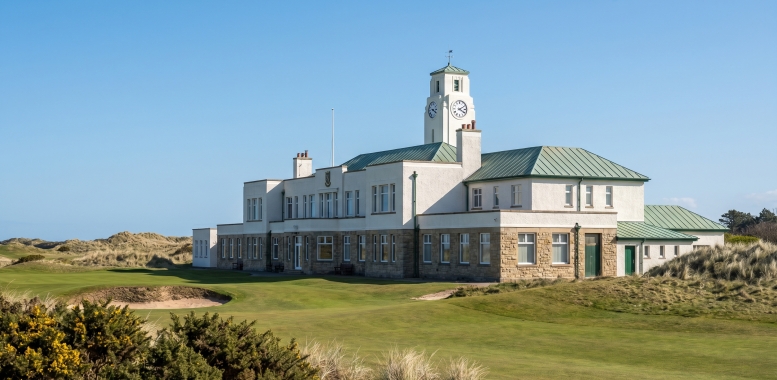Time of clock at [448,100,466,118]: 4:10
